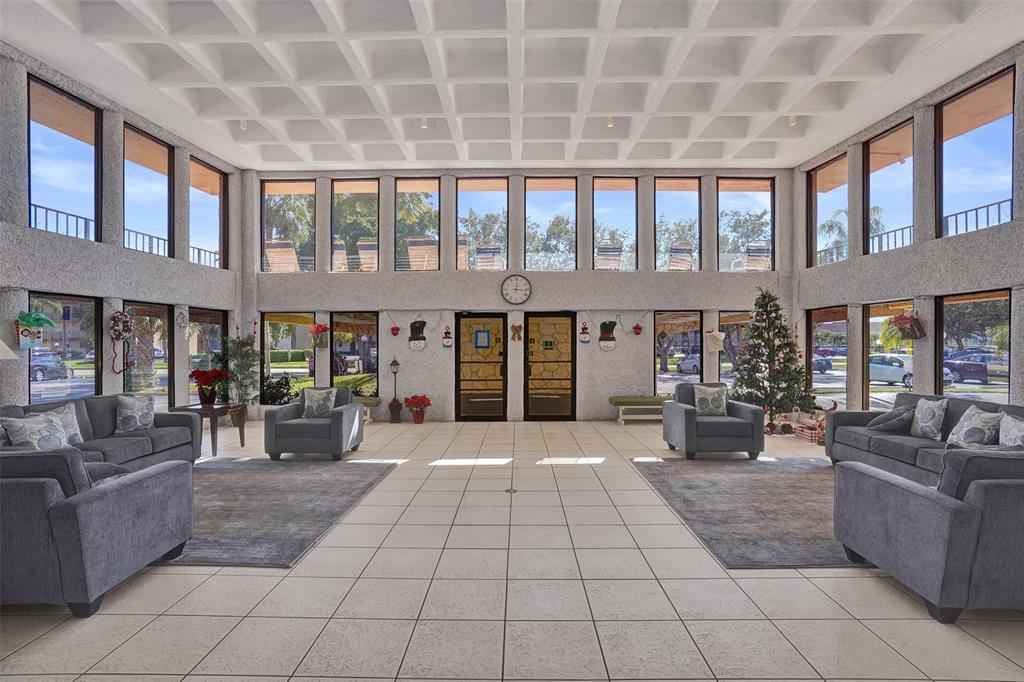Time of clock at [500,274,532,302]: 12:16
